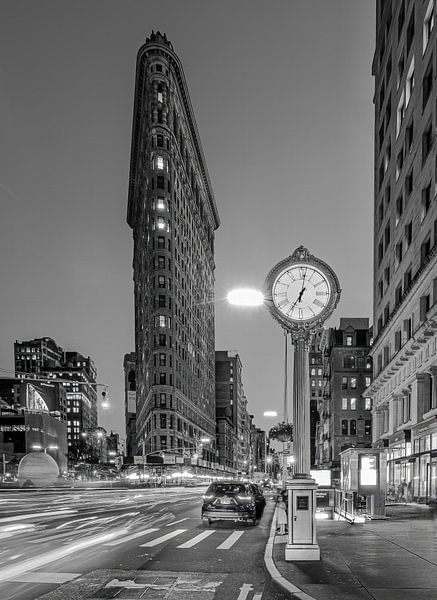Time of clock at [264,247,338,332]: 7:01
